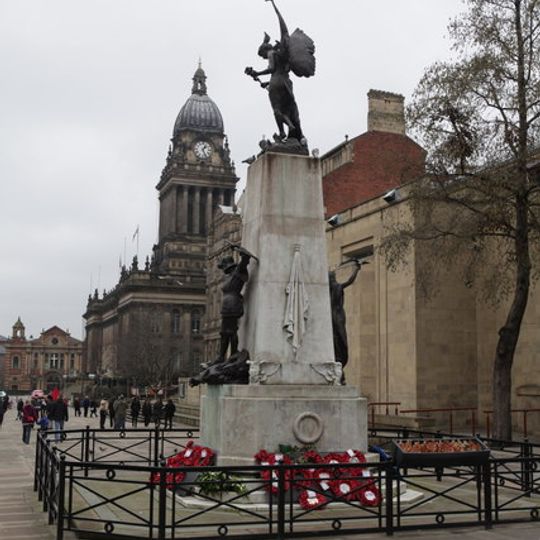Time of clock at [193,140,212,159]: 1:26
